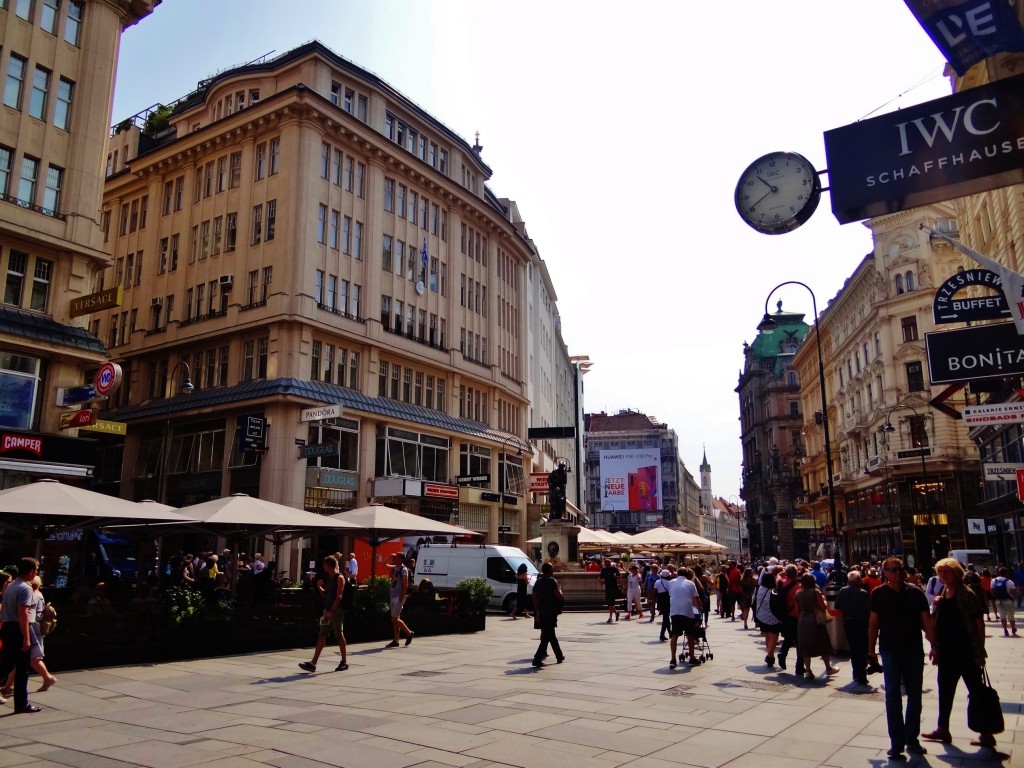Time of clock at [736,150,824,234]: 10:40
